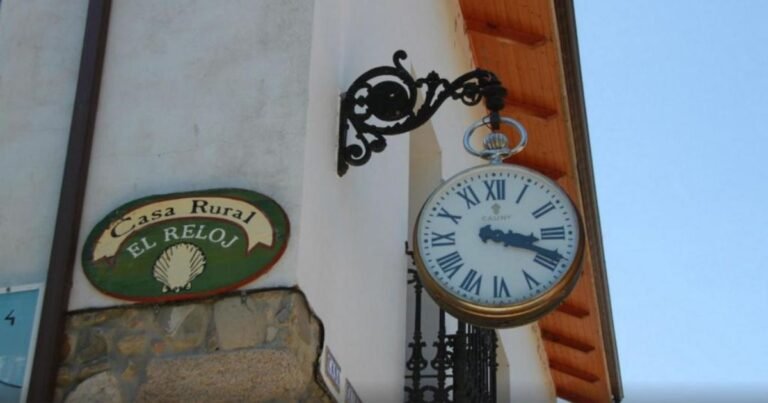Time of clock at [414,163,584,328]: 3:18
